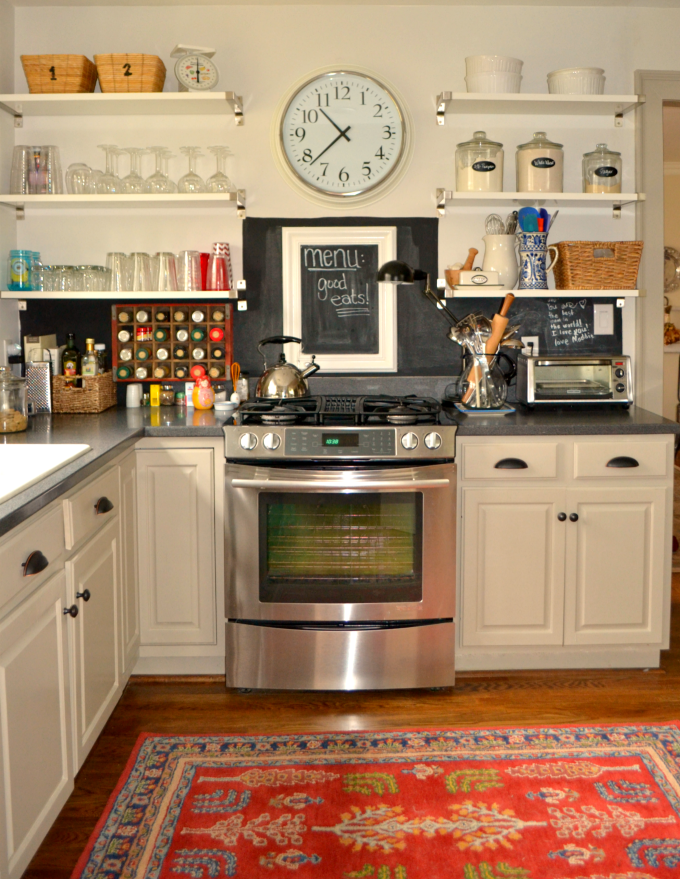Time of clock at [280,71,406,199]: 10:38
